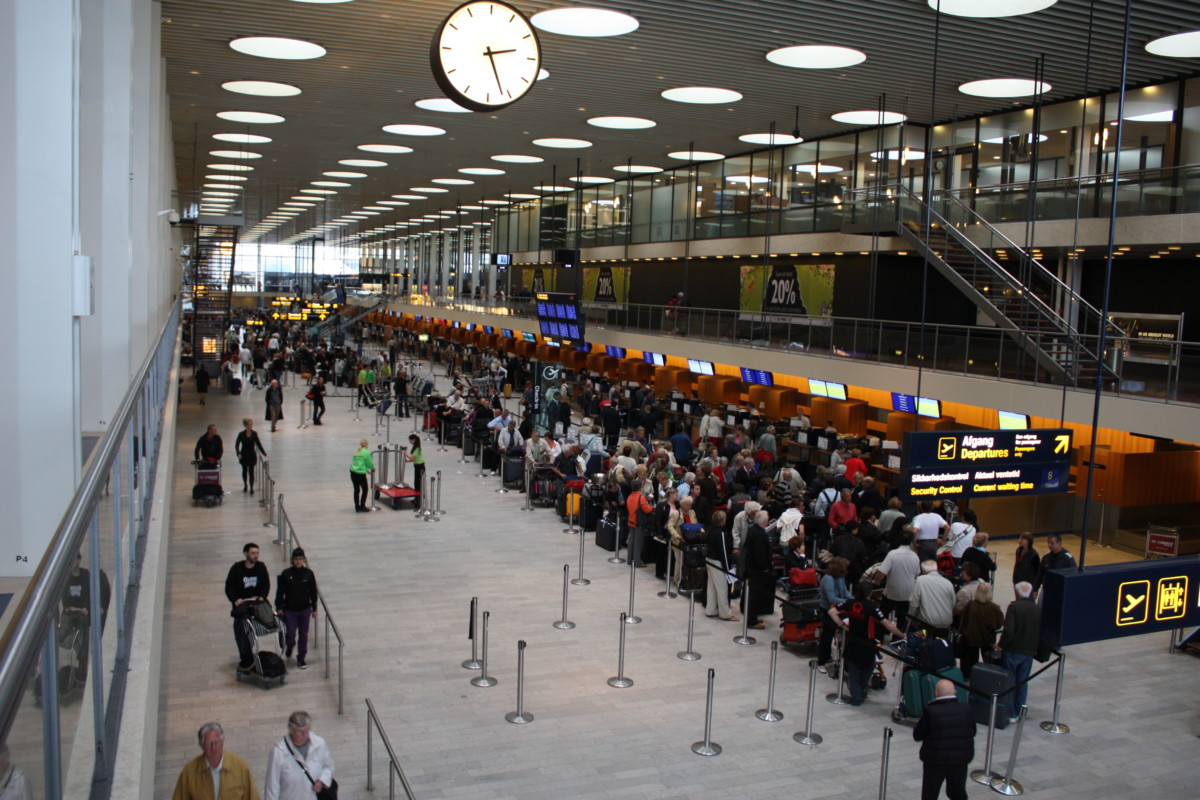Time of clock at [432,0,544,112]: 2:26
